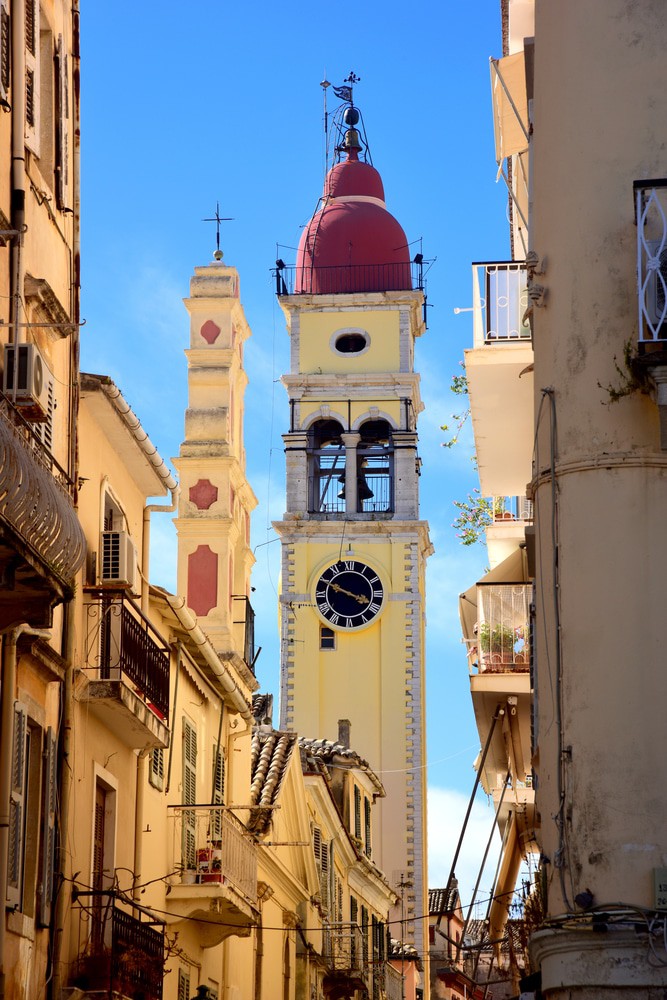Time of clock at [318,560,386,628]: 3:49
